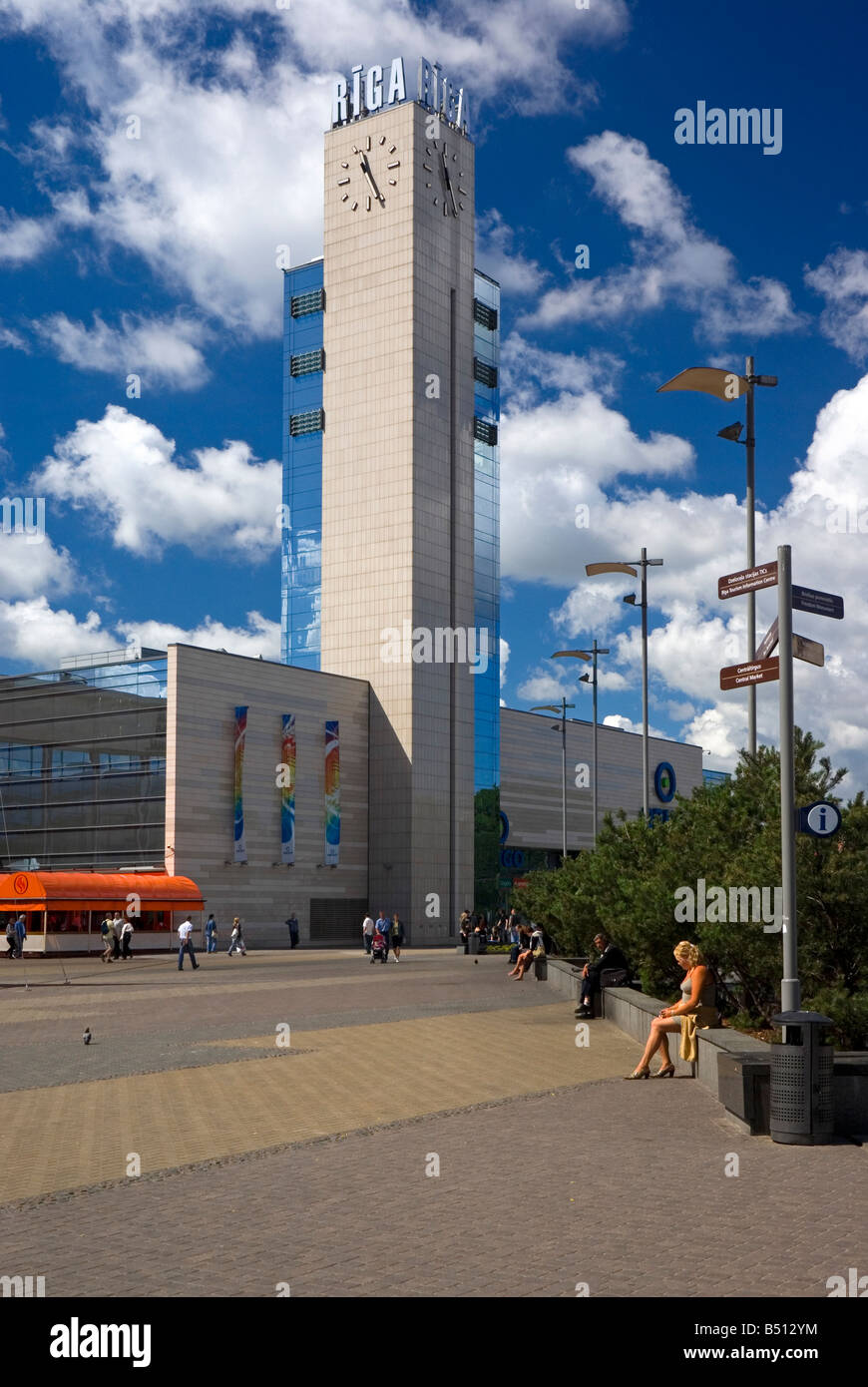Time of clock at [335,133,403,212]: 11:25
